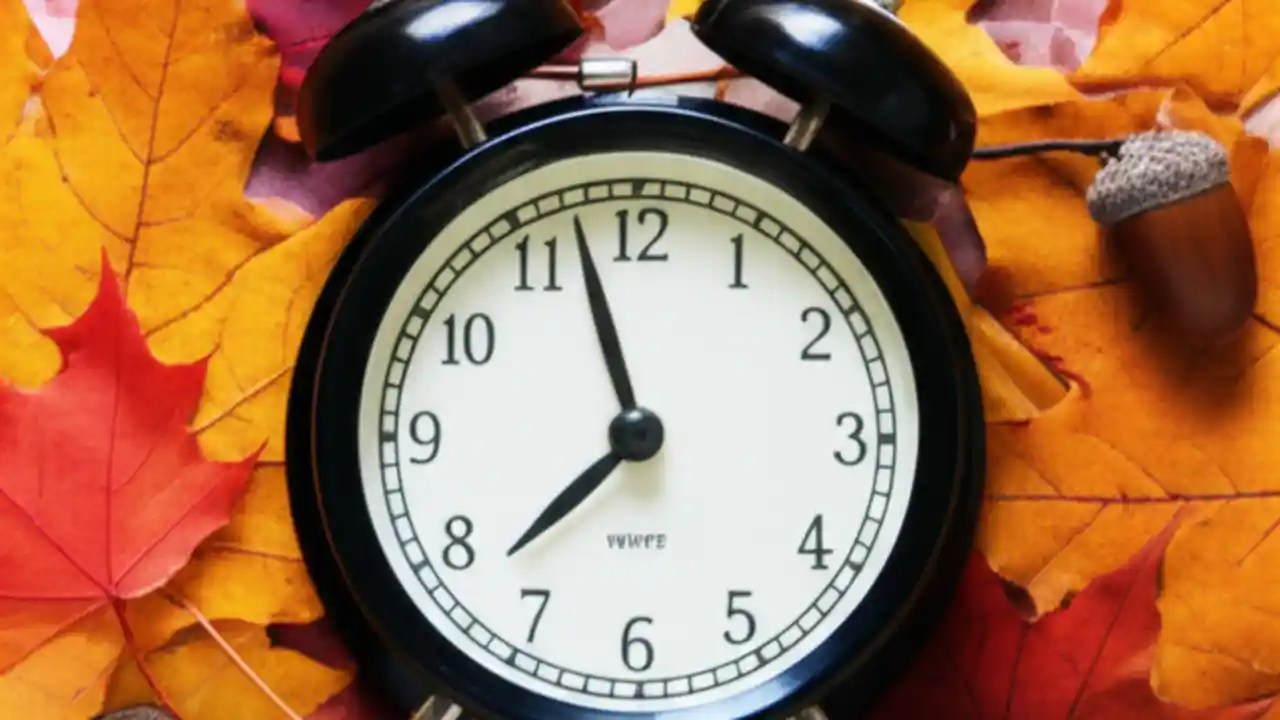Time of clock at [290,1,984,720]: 7:57
